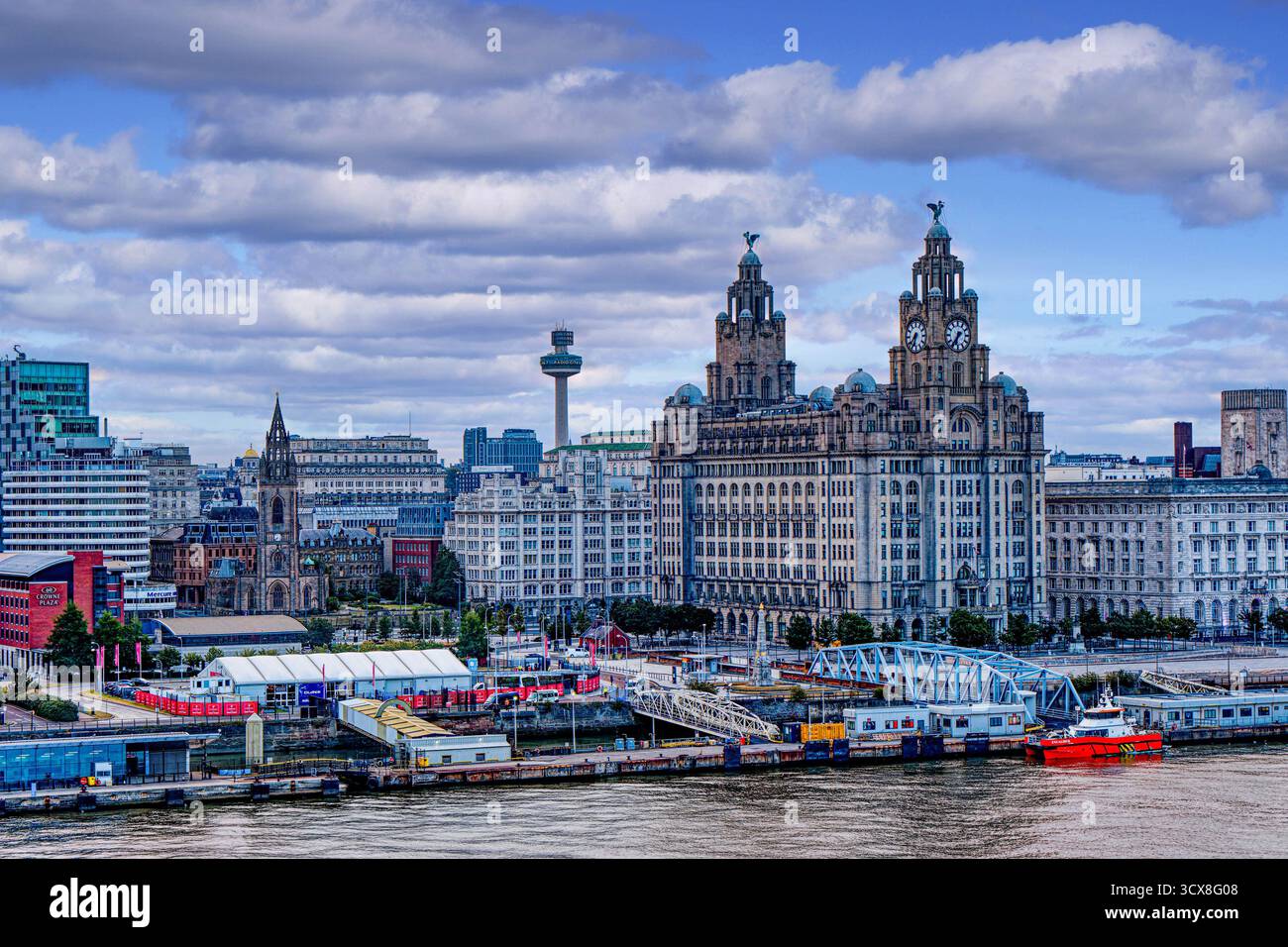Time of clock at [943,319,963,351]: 6:36
